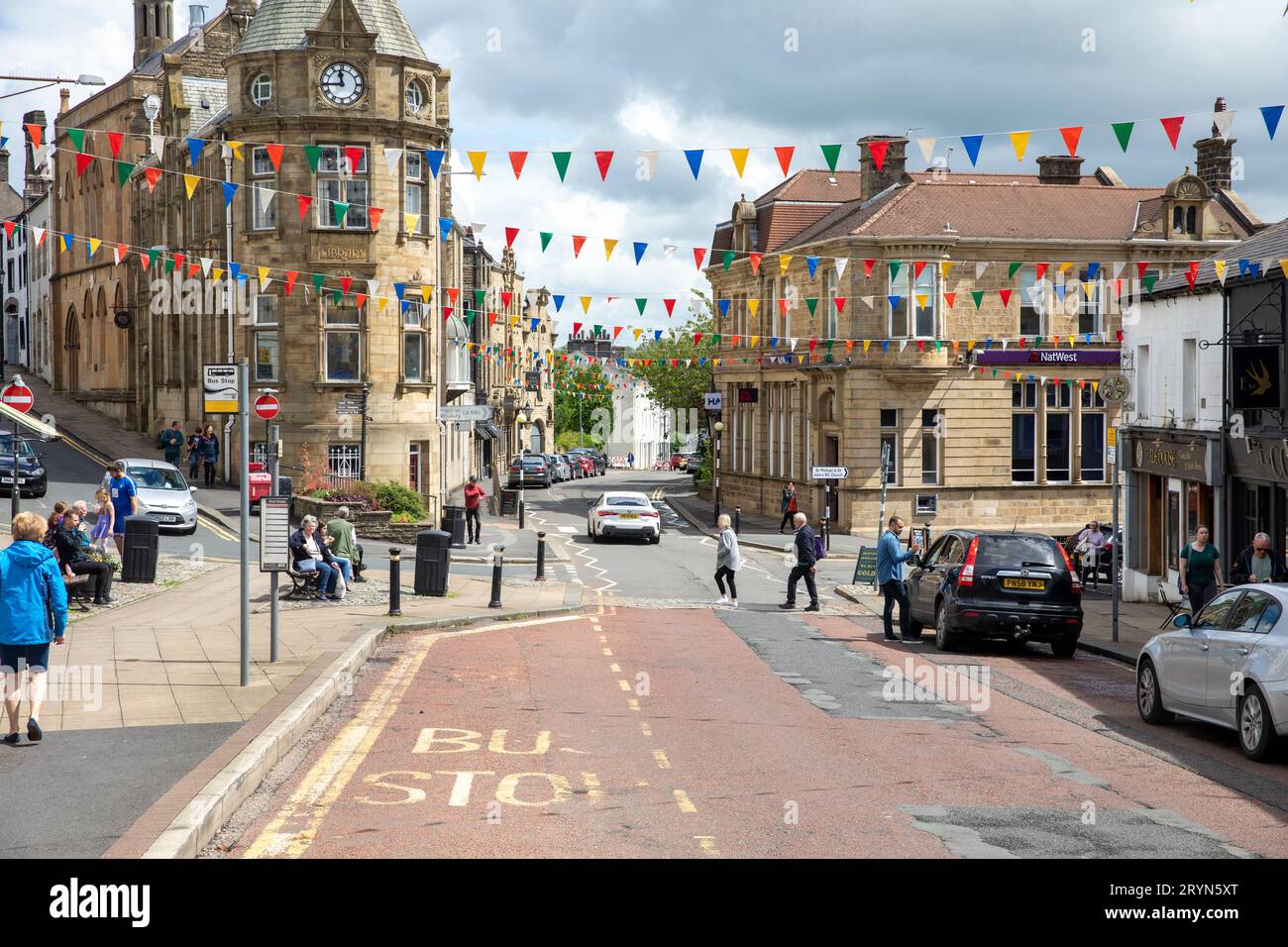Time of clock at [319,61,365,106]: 11:44
